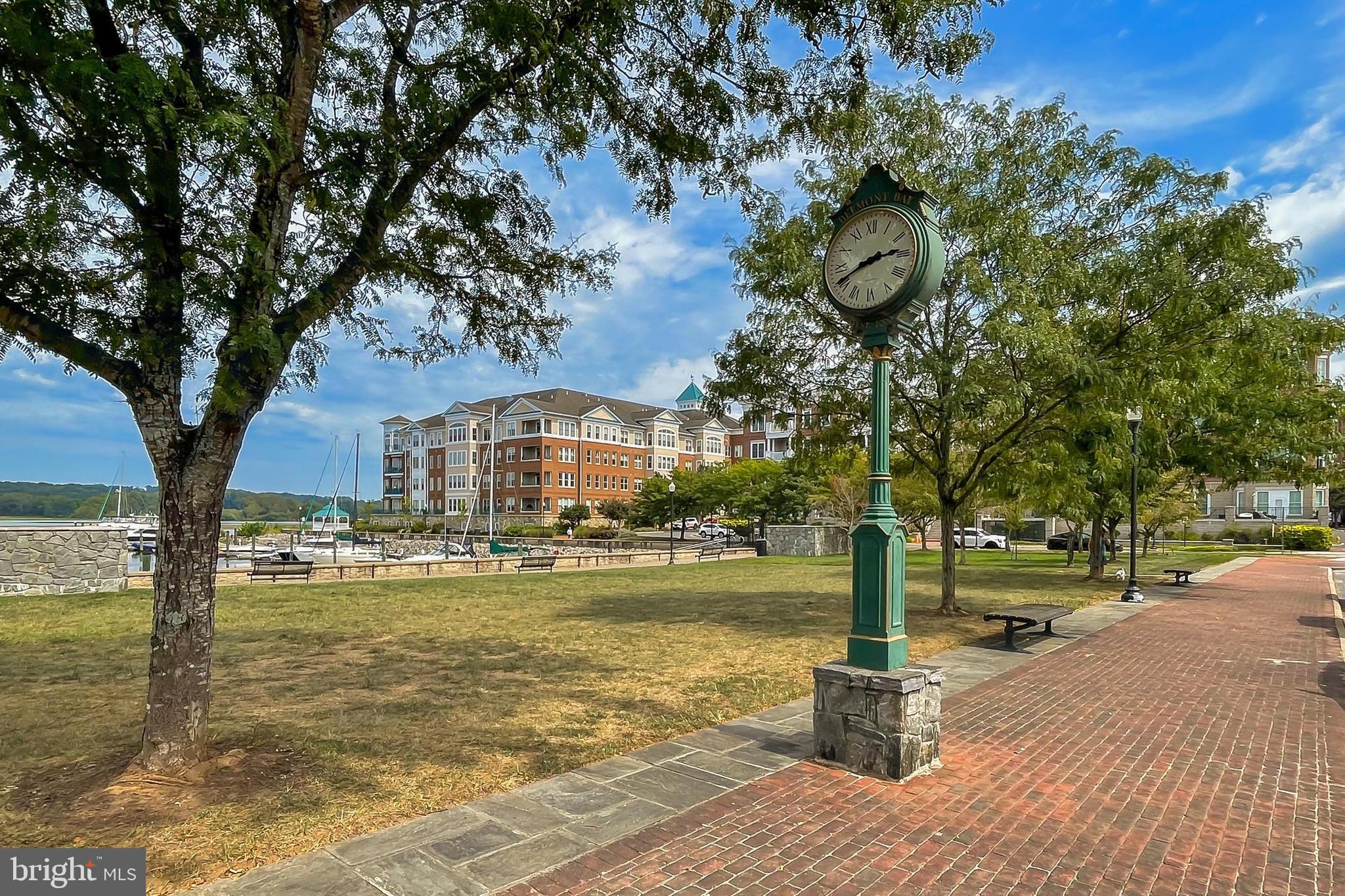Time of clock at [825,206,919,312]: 2:40
